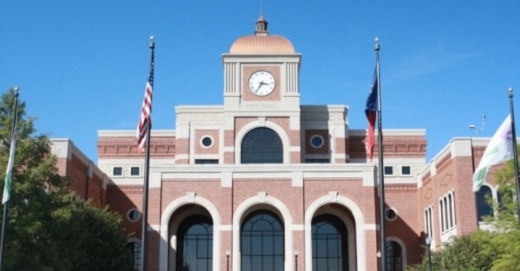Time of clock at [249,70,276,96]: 3:35
